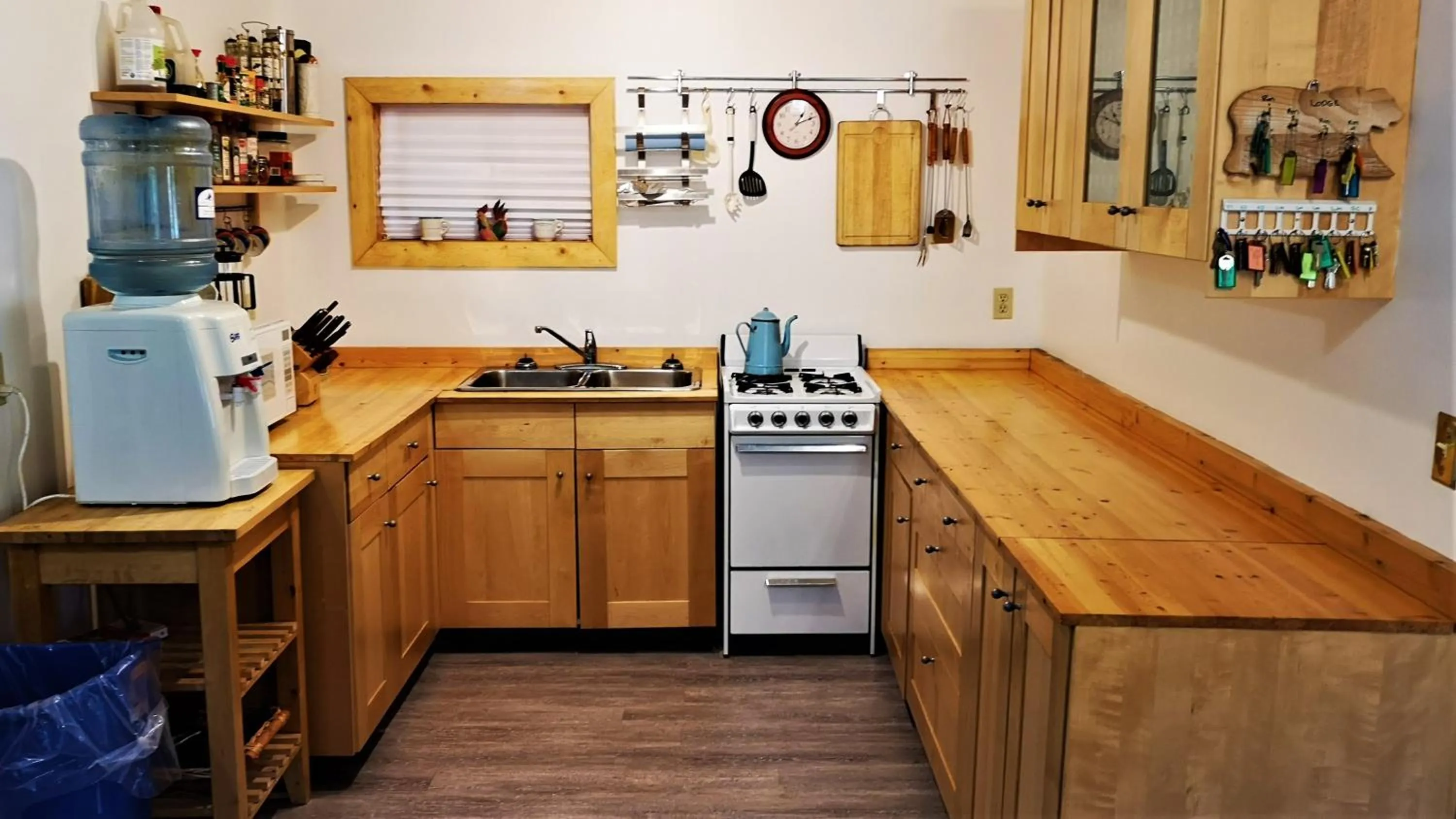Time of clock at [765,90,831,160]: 1:11
